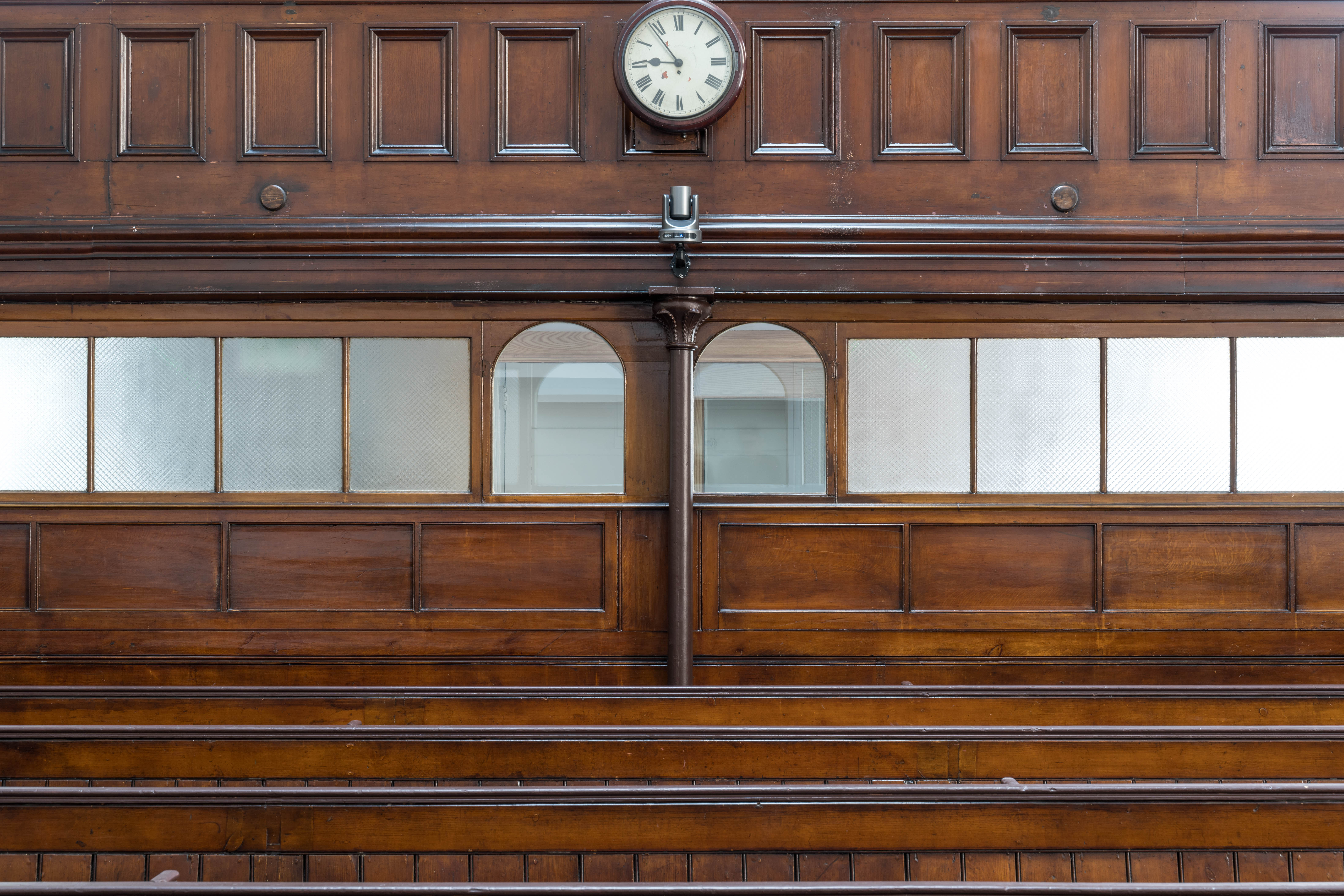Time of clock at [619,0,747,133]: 8:53
